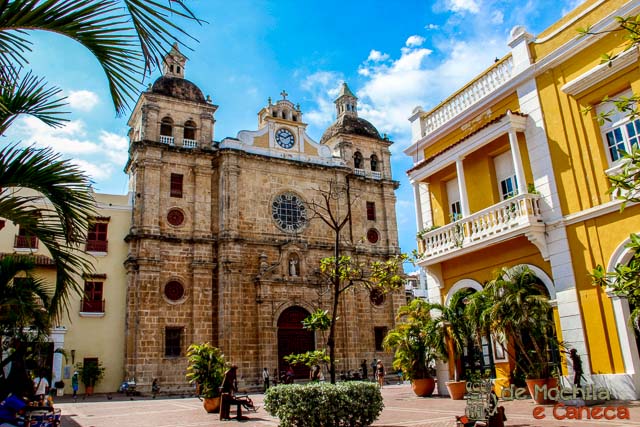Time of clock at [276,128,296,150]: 1:47
